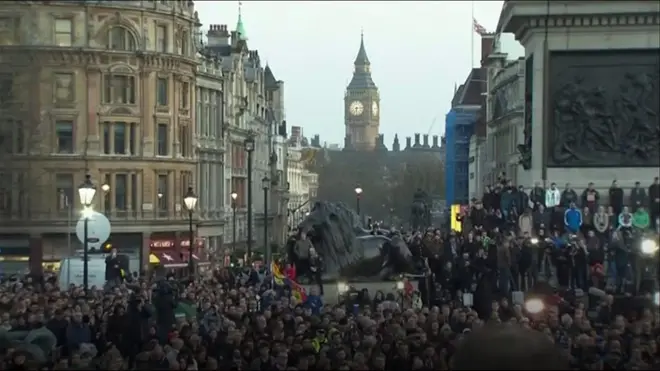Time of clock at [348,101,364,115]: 6:14
